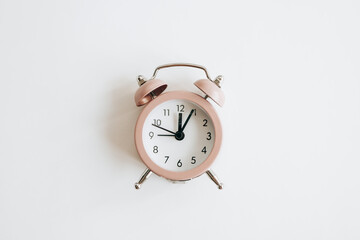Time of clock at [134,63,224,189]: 12:04
